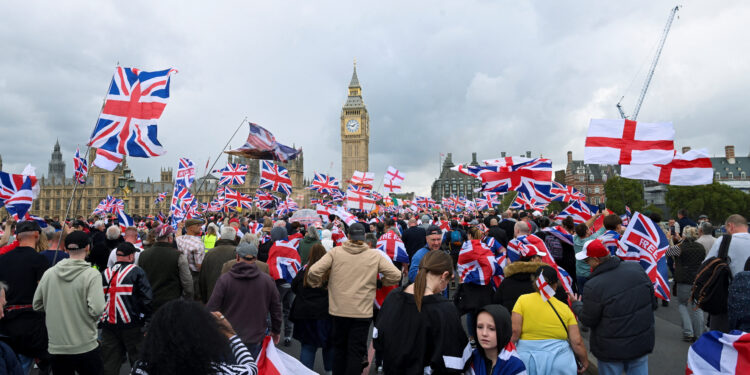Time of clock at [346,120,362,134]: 1:46
